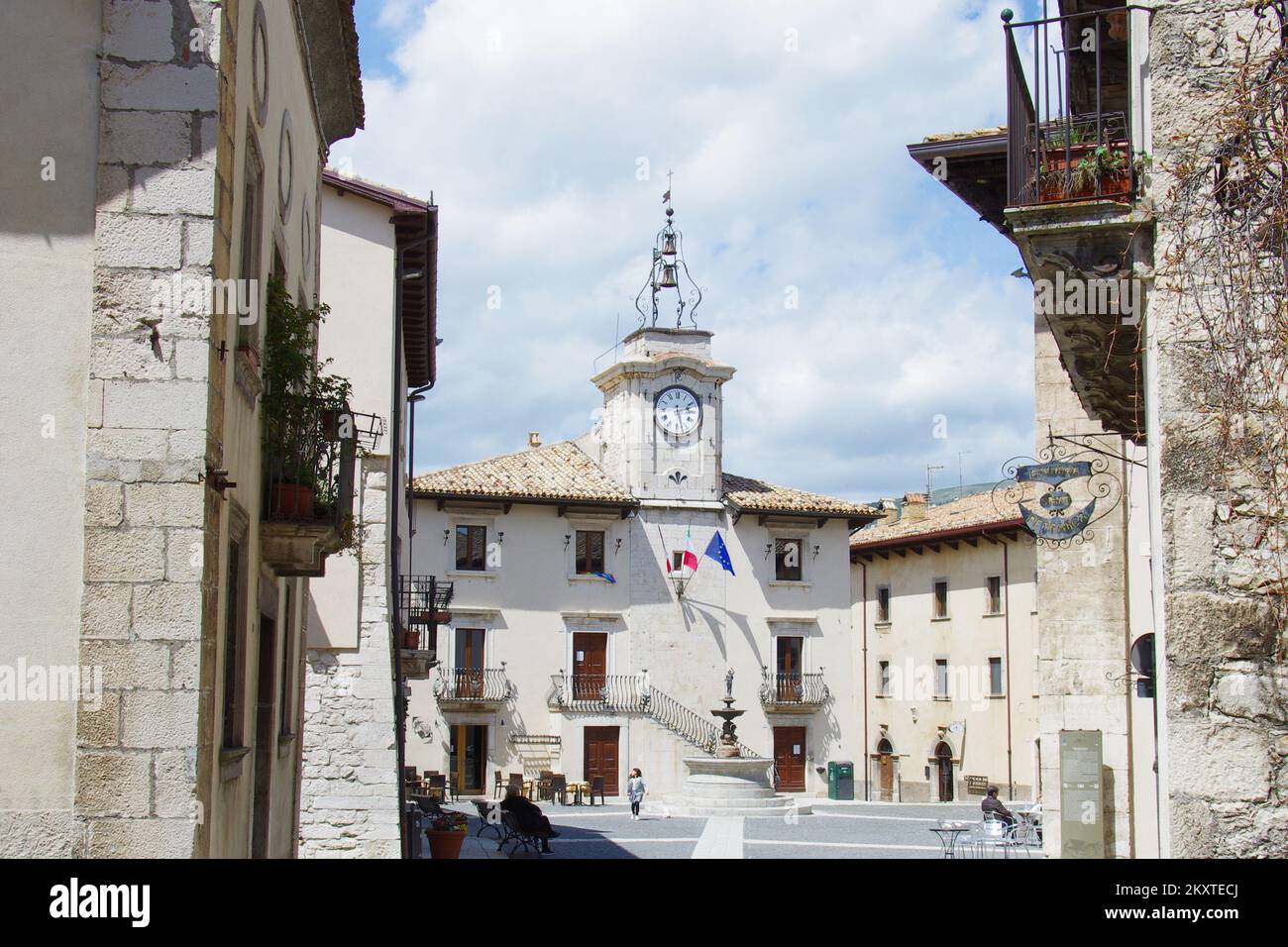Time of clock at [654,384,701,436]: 2:27
